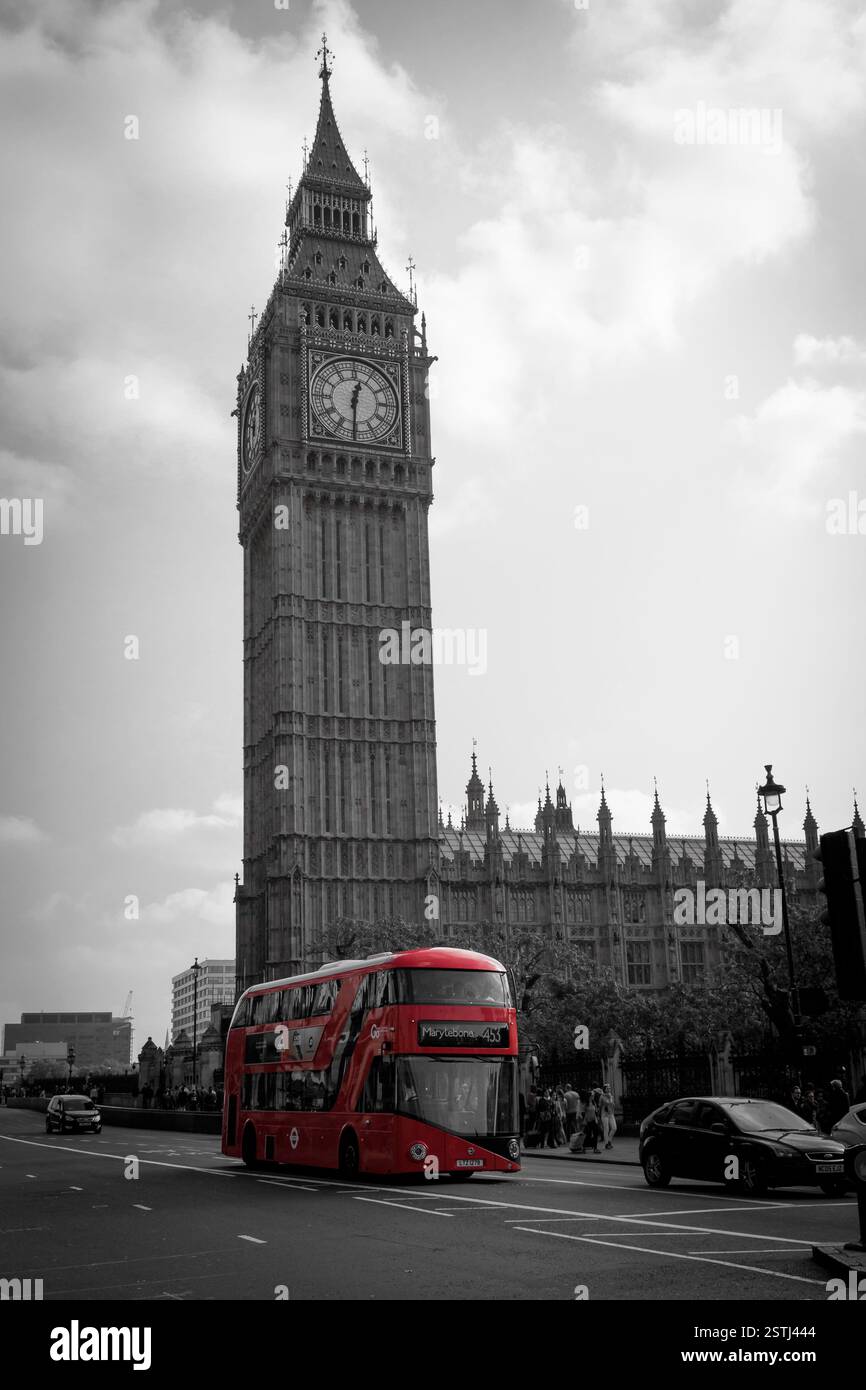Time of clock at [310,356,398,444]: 12:30
